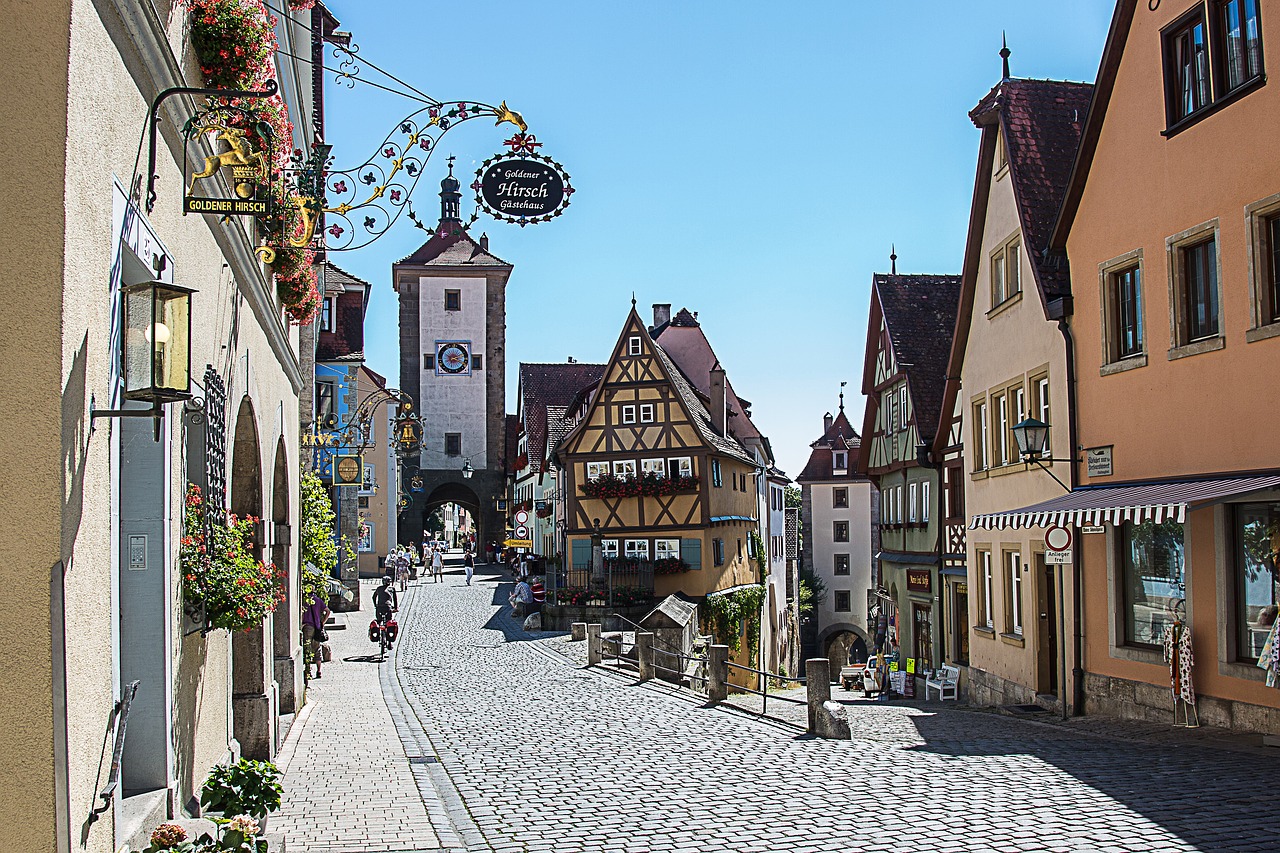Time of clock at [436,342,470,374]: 2:18
